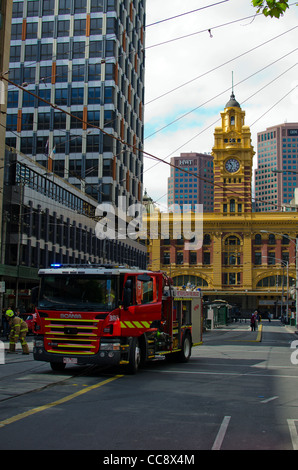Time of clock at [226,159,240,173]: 10:33
